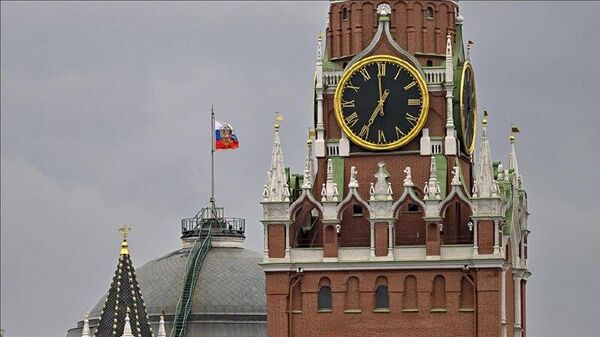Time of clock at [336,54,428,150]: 6:59
